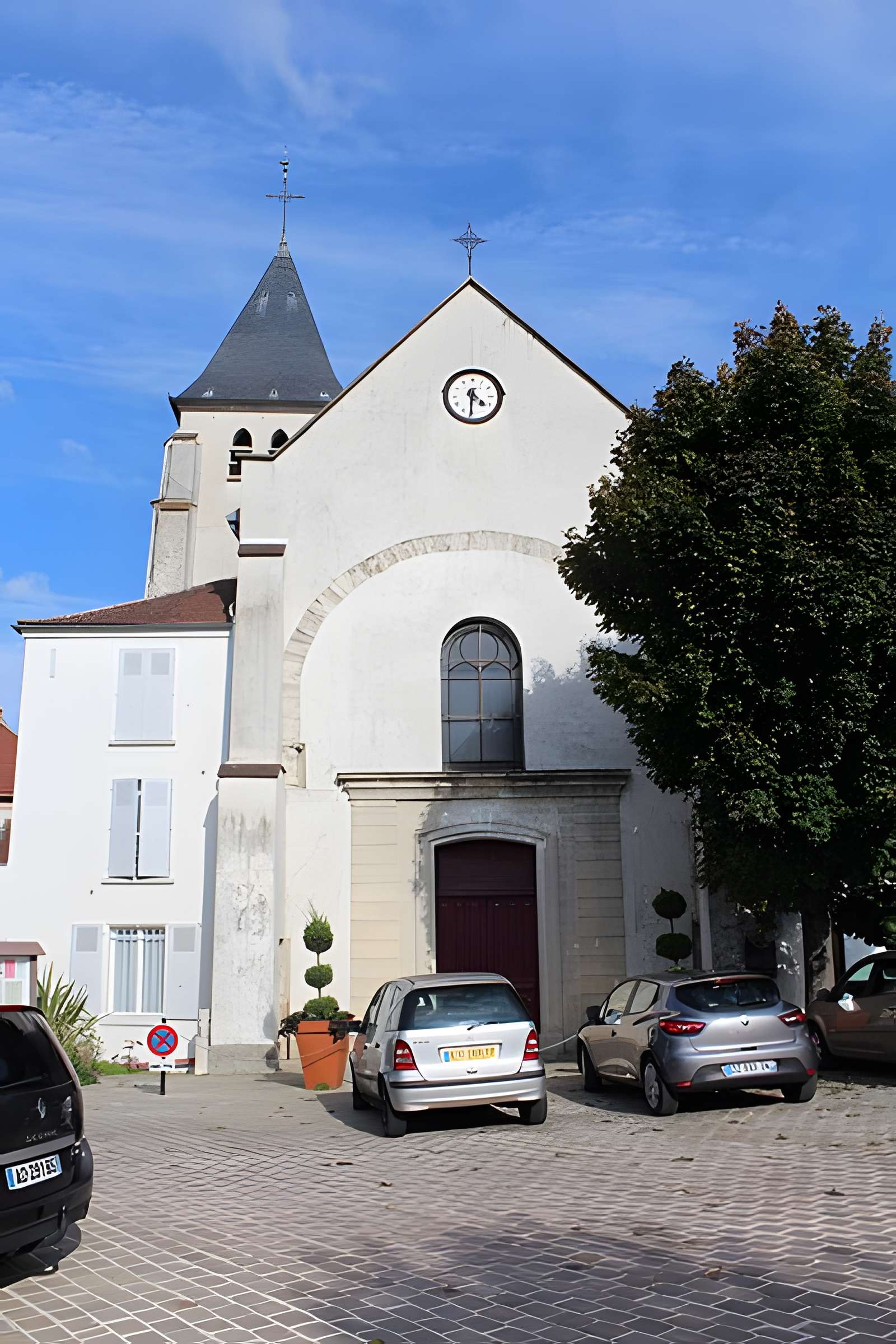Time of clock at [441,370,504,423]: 4:31
